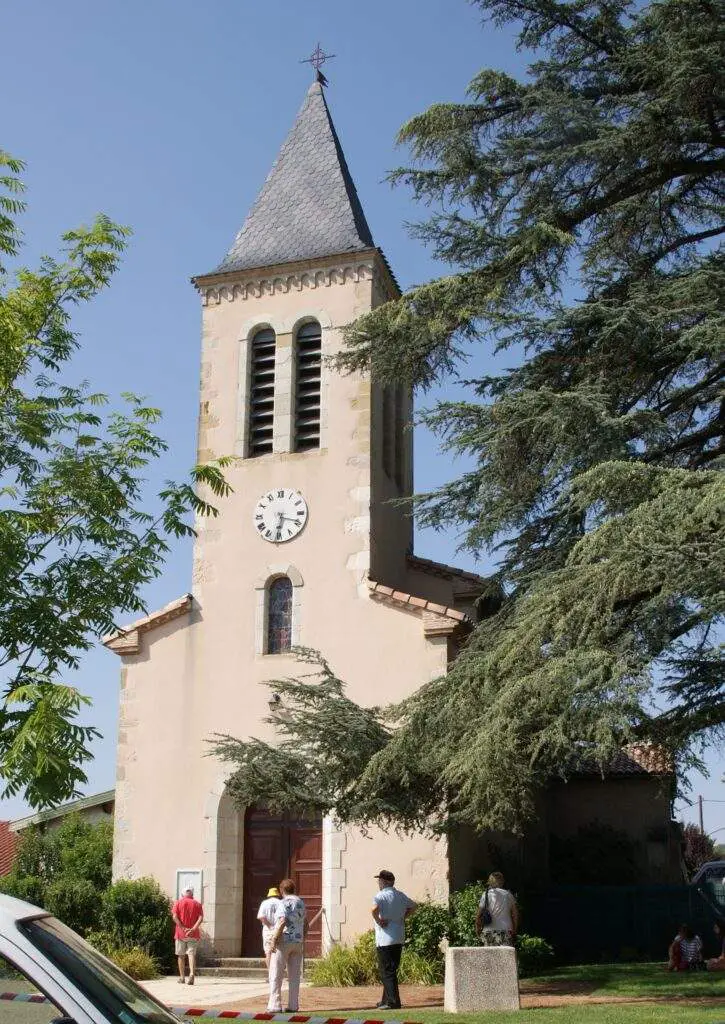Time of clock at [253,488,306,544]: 6:18
